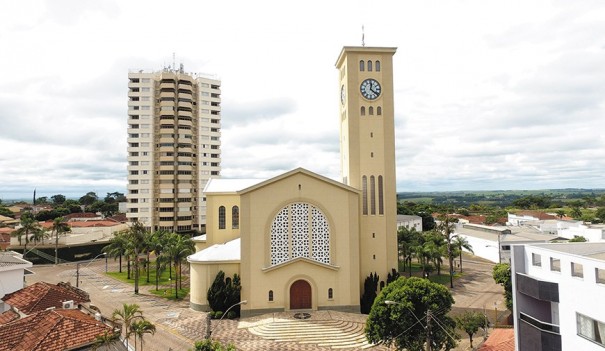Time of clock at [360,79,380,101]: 12:21
